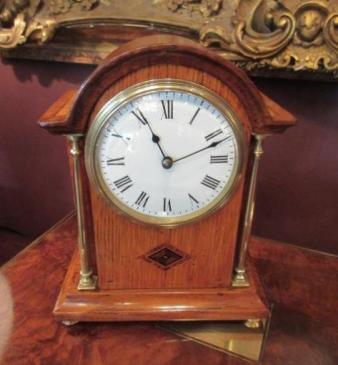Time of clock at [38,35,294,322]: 11:11
